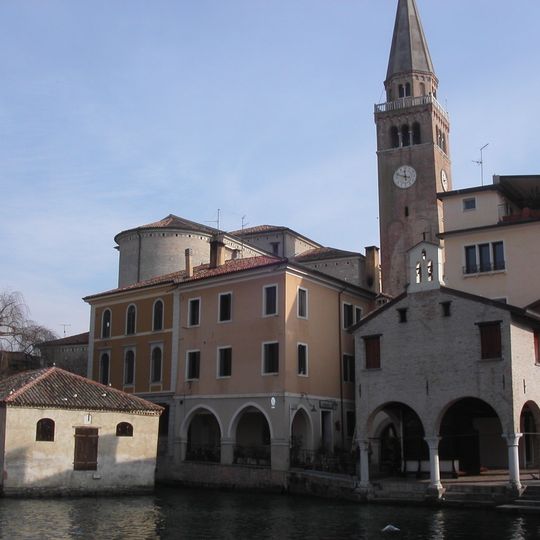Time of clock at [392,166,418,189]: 11:48
